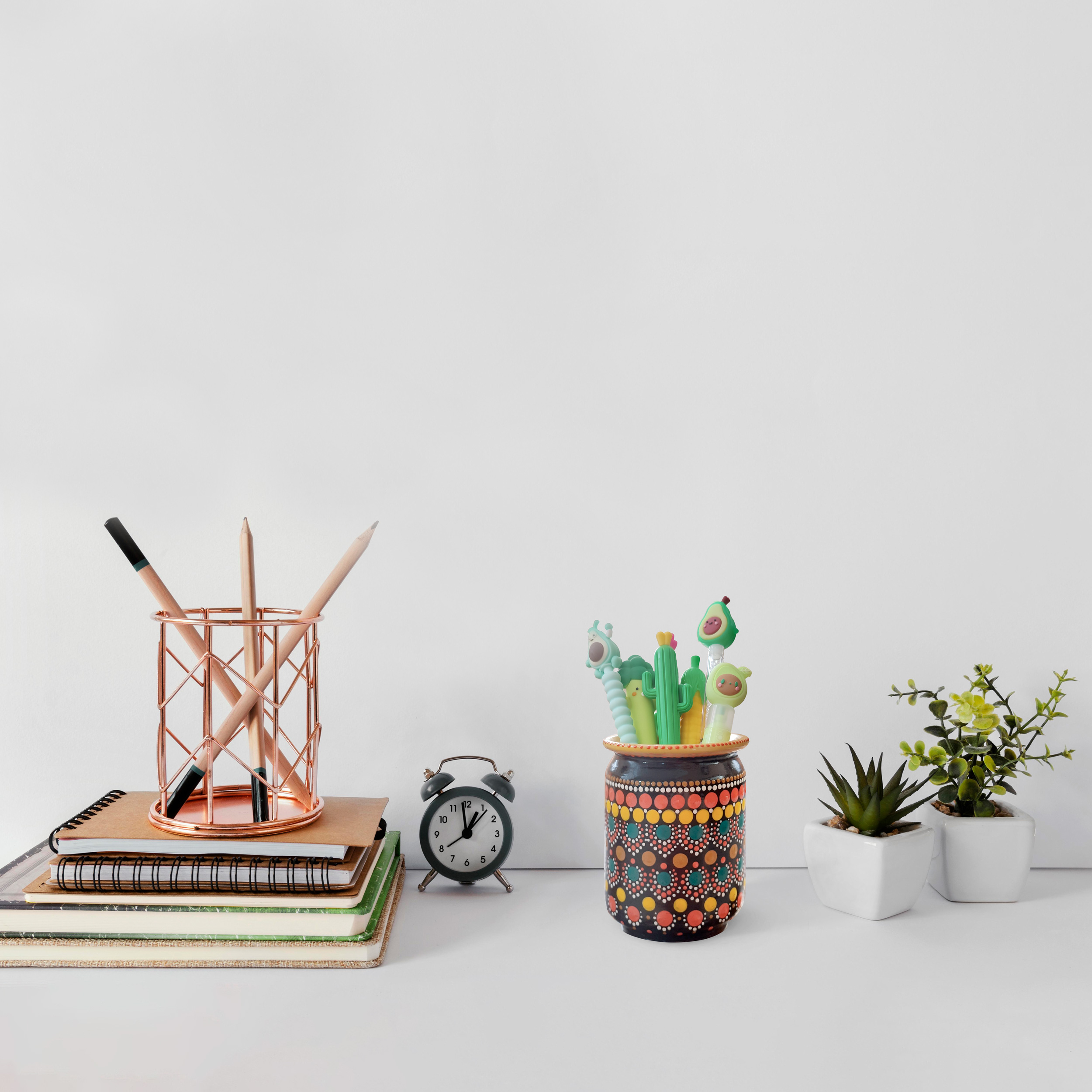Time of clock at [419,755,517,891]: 12:58
